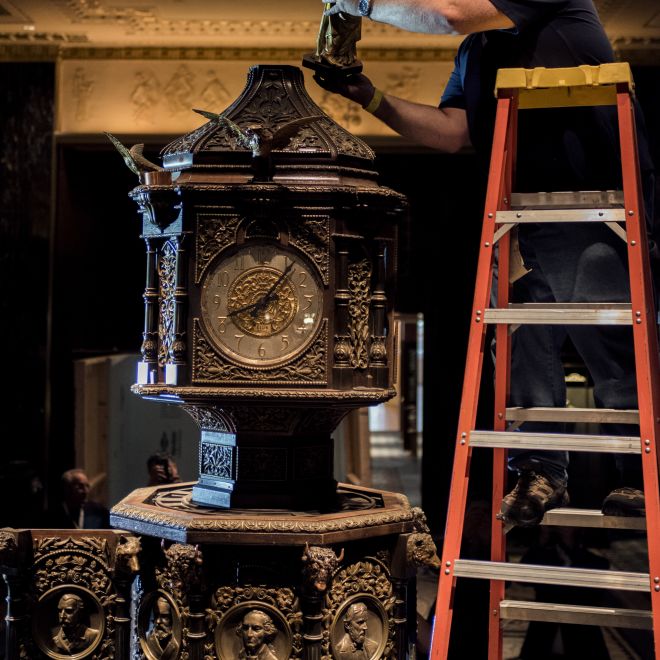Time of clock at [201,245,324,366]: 8:06
